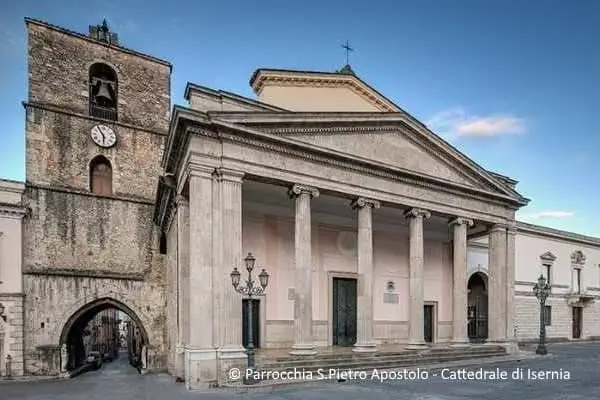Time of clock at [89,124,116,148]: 5:54
